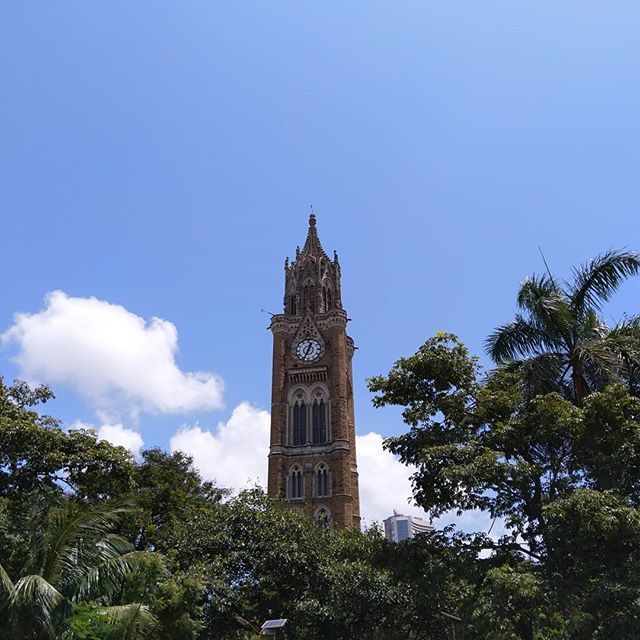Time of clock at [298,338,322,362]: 12:34
